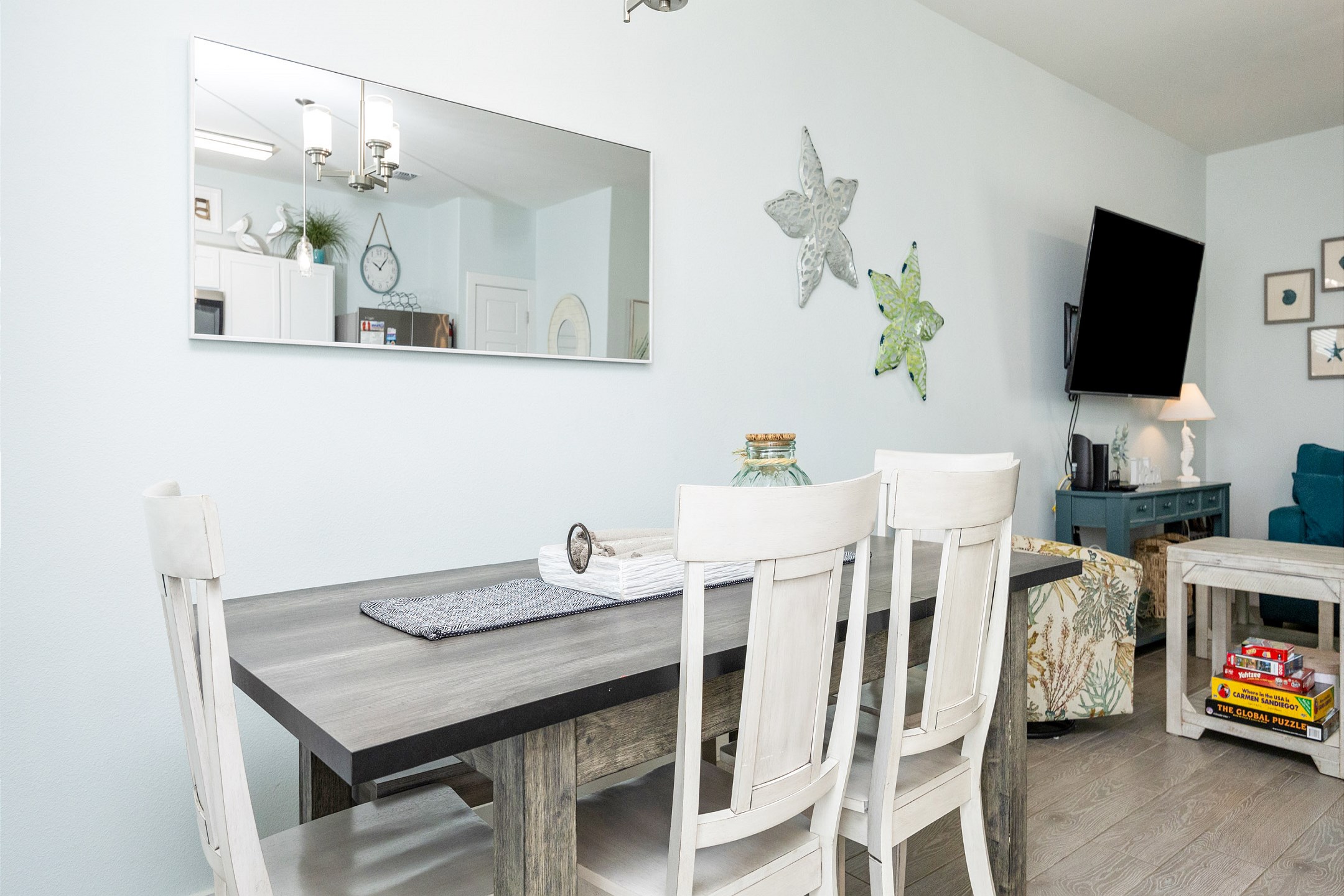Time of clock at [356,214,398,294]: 10:07
